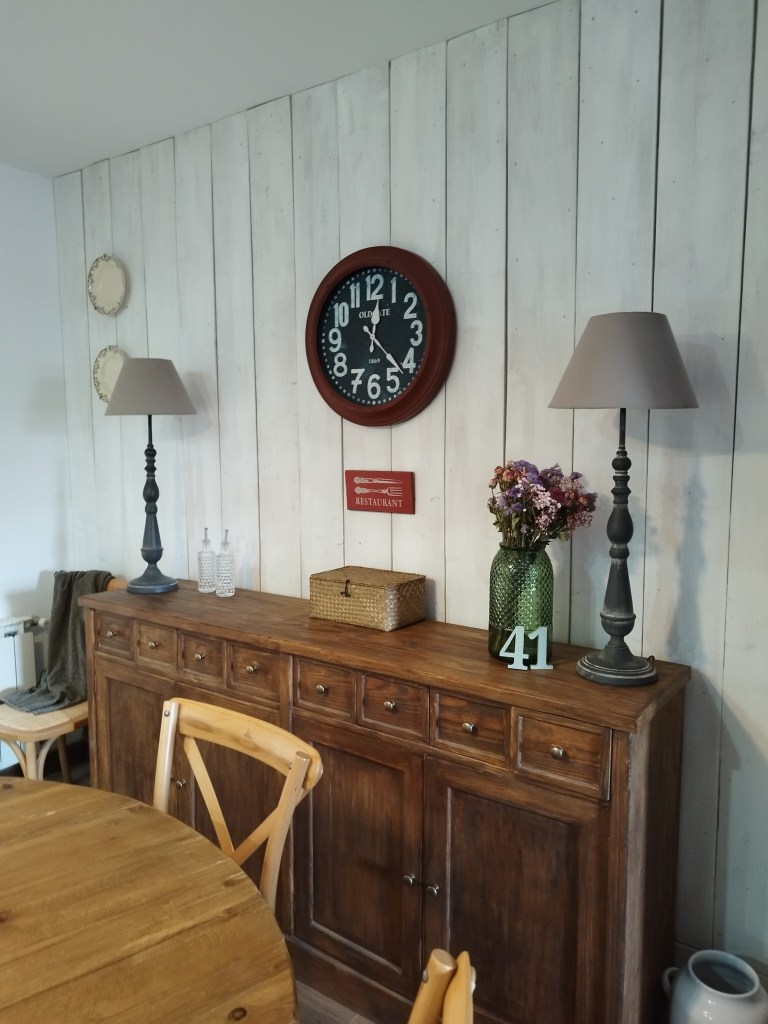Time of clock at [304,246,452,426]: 12:22
